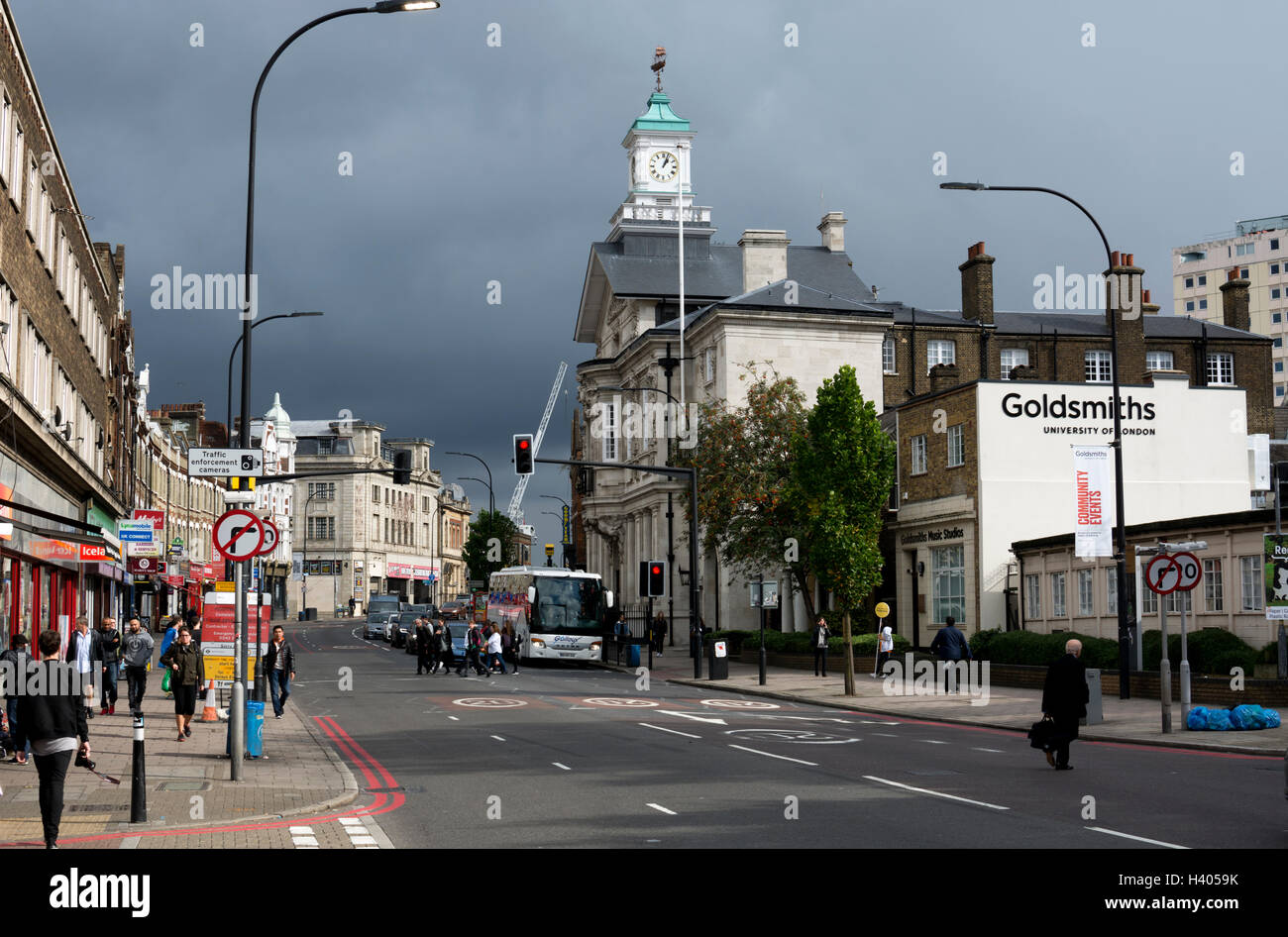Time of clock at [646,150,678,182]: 1:03
